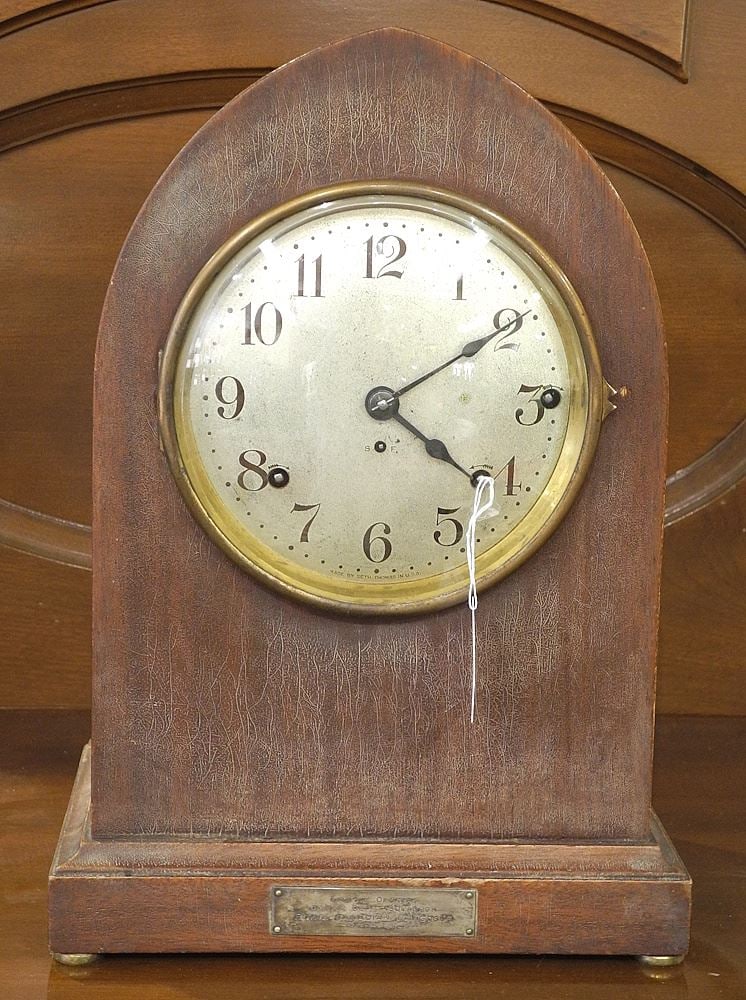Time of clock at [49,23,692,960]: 4:09
